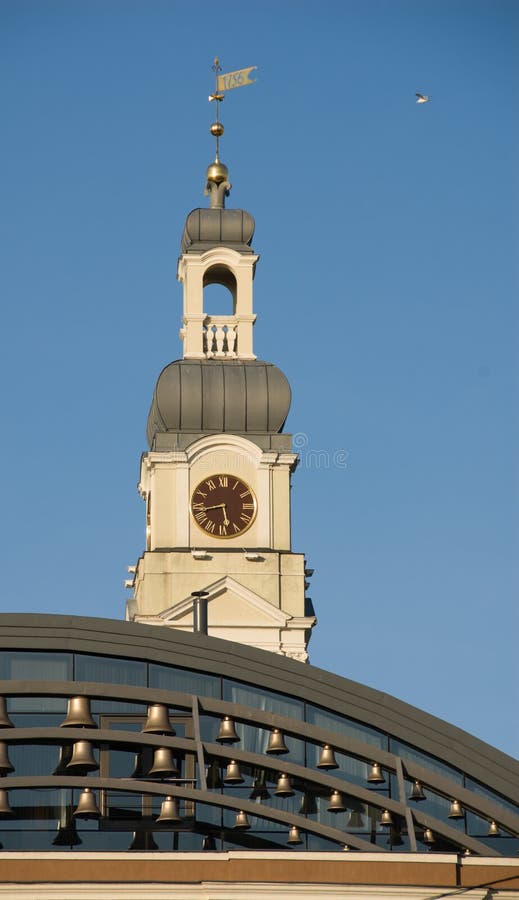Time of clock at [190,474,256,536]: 5:43
